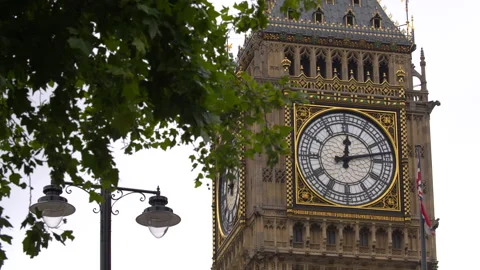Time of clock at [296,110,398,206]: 12:12
